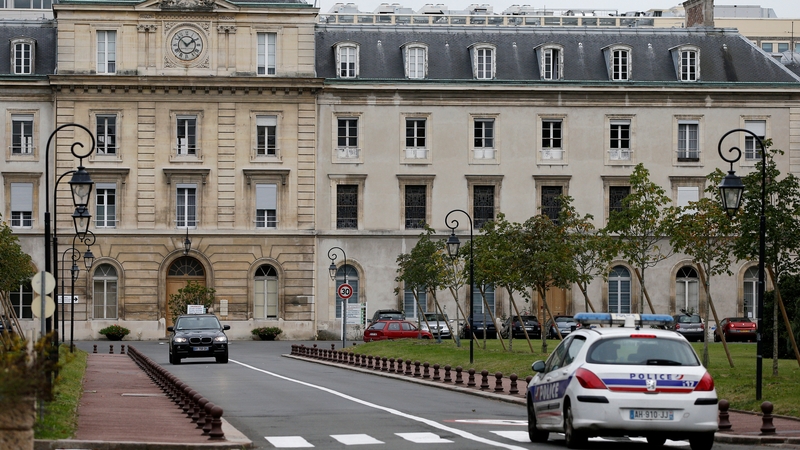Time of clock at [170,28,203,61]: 1:52
